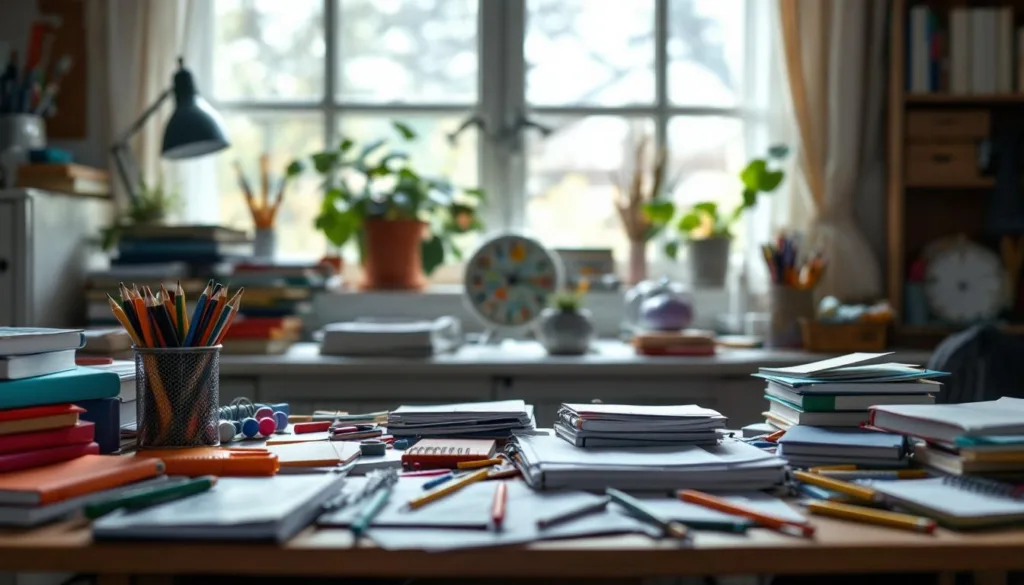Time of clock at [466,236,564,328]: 7:15
